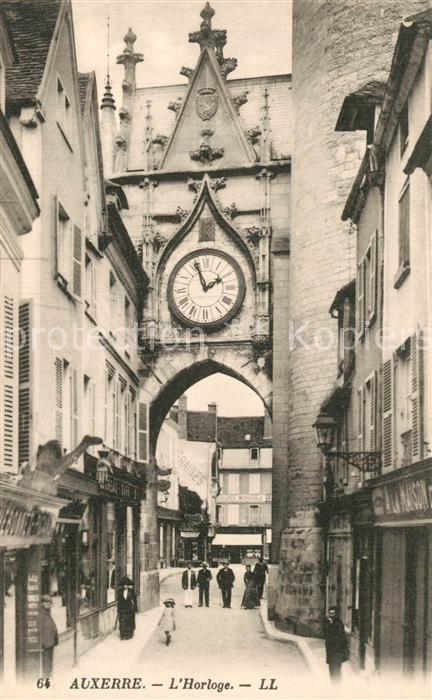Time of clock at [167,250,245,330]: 1:56
